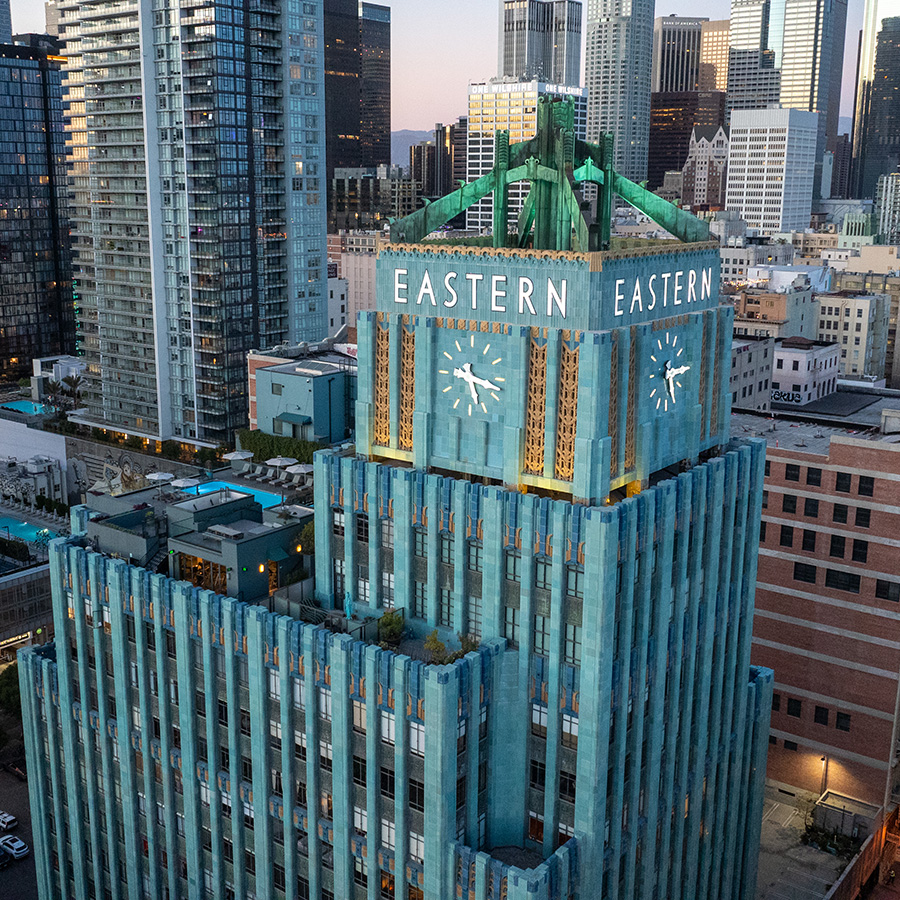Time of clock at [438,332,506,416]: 5:17
